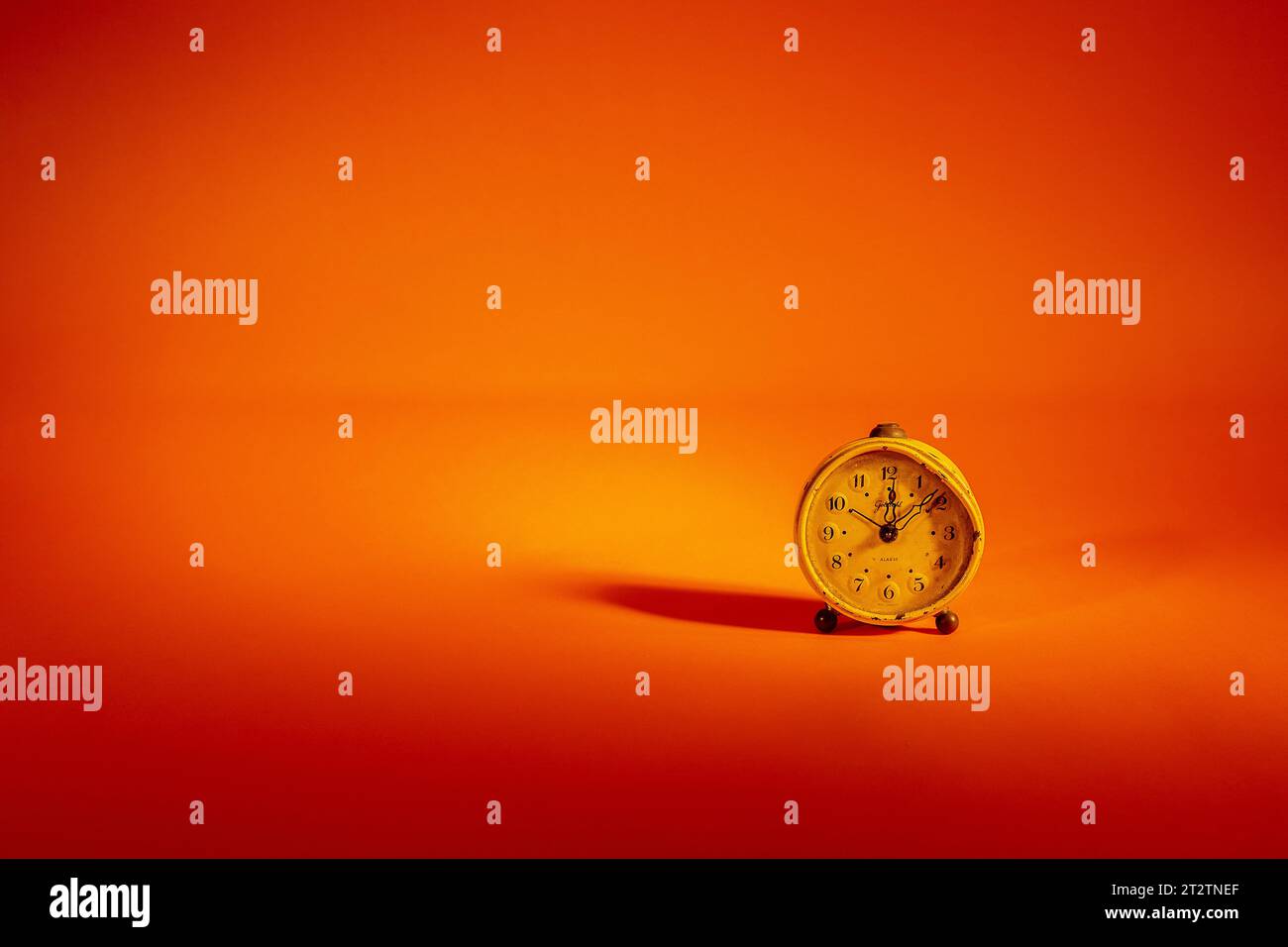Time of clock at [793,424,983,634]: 12:07
